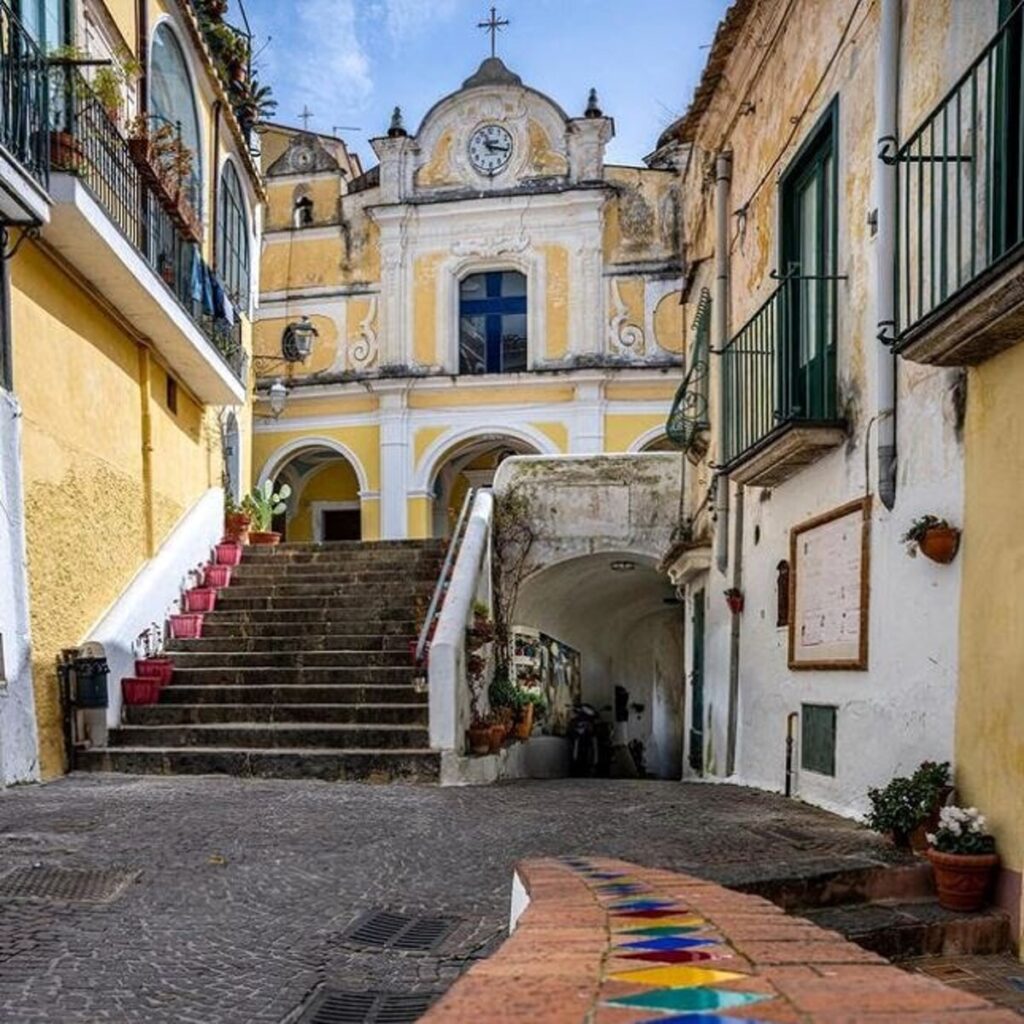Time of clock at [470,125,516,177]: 11:17
